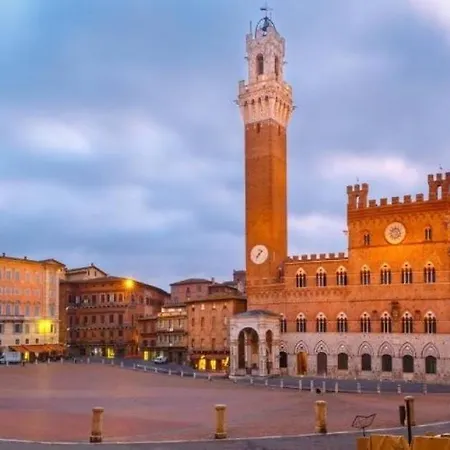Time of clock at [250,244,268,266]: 7:07
